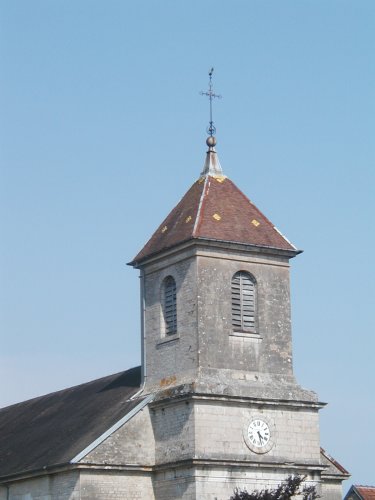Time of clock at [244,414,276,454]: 4:27
